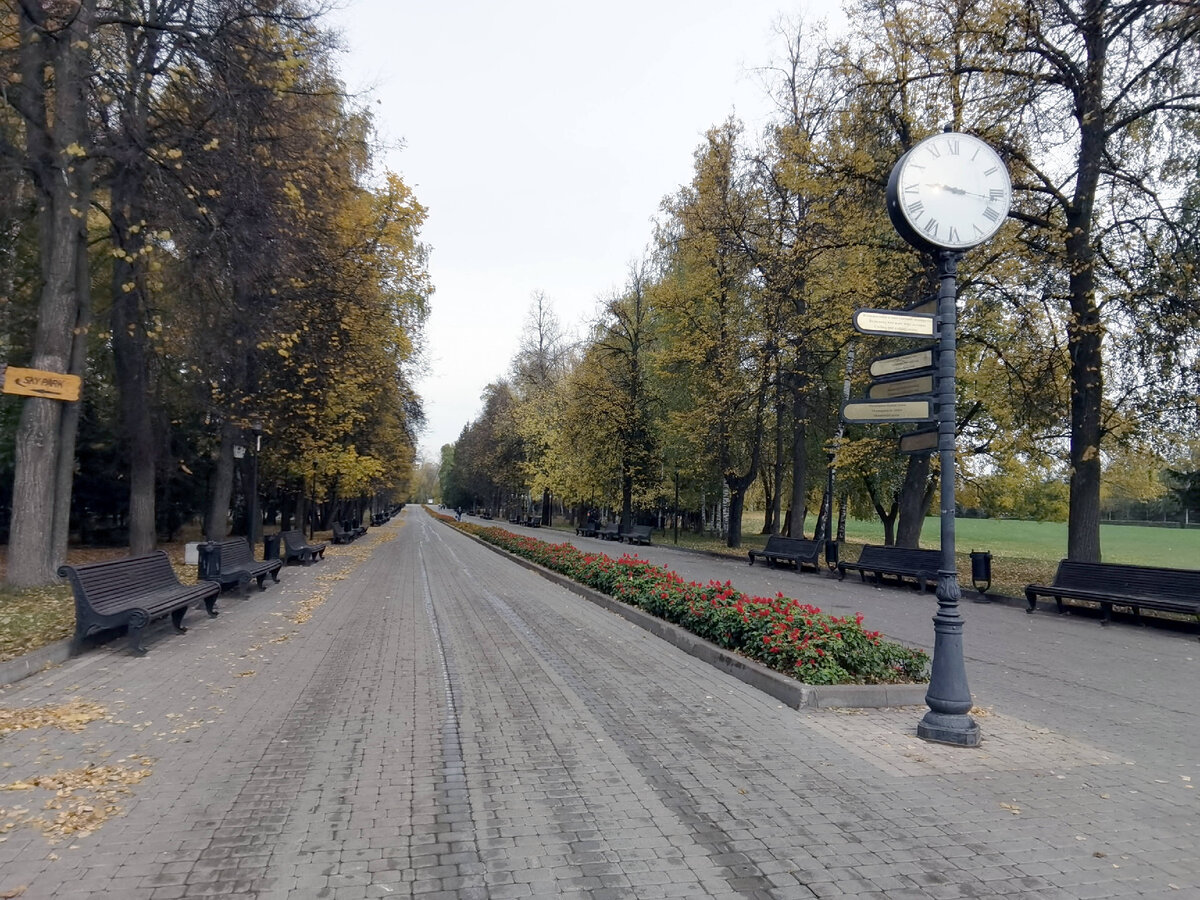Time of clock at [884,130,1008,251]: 3:16
